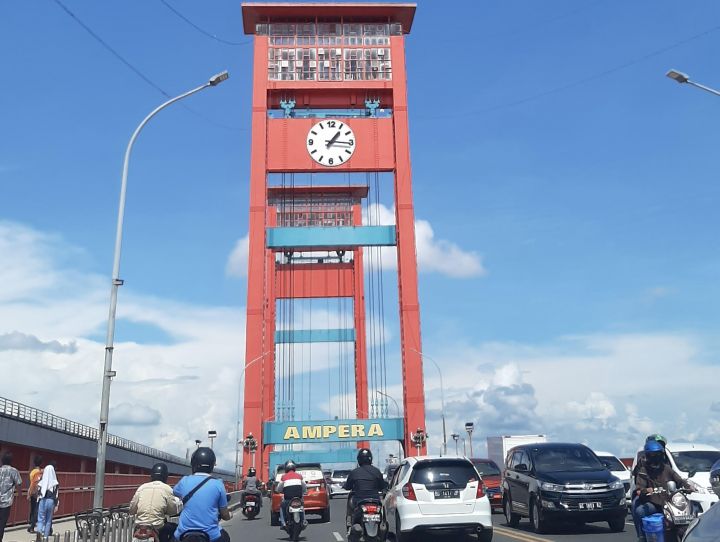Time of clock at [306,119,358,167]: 1:15
